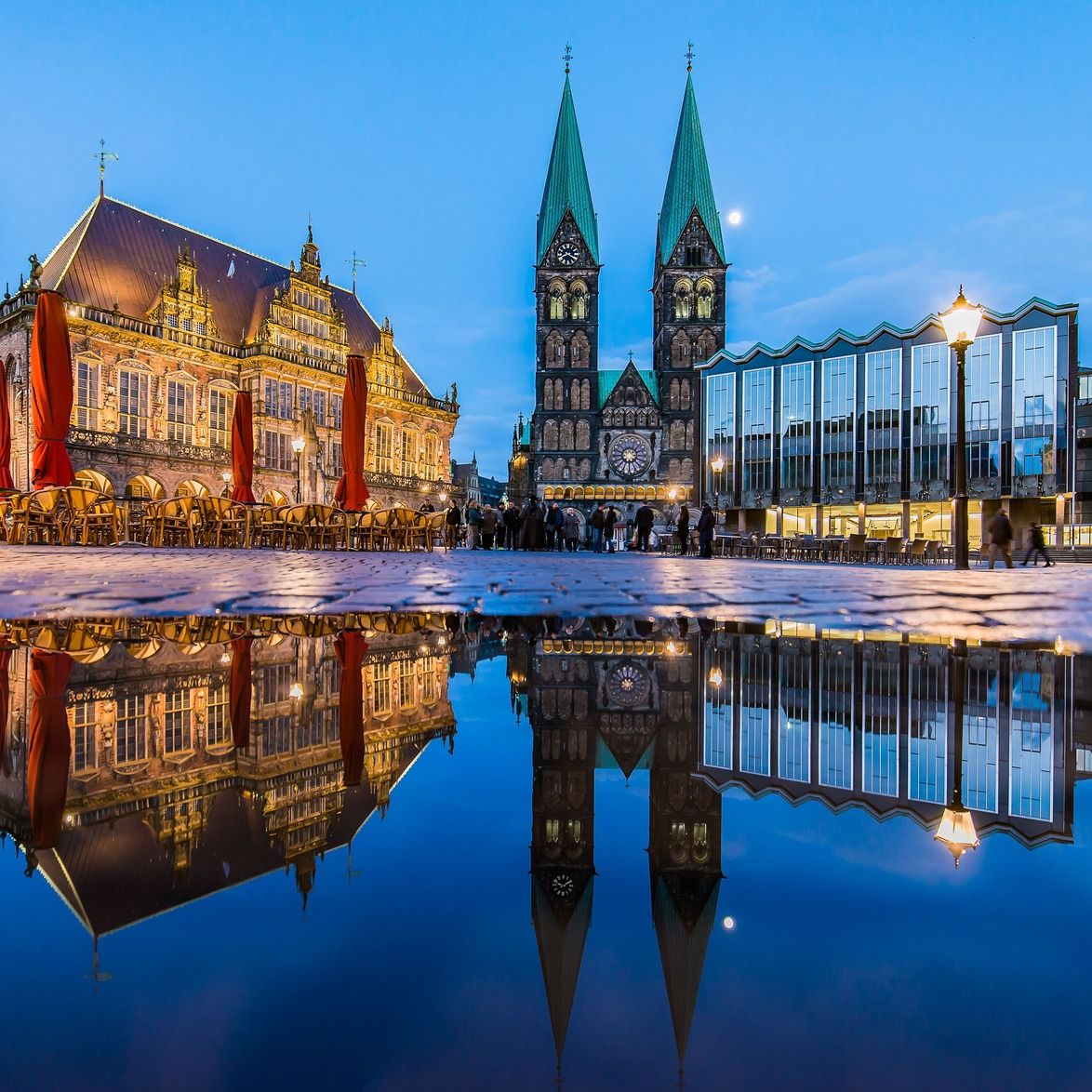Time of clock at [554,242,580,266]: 8:20
